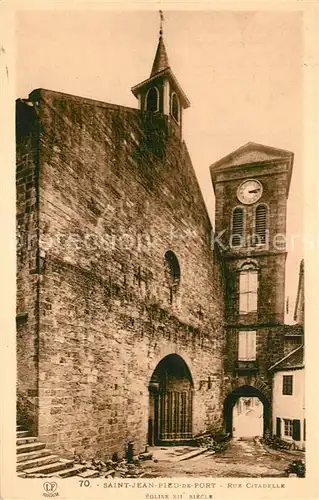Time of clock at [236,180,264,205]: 3:12
